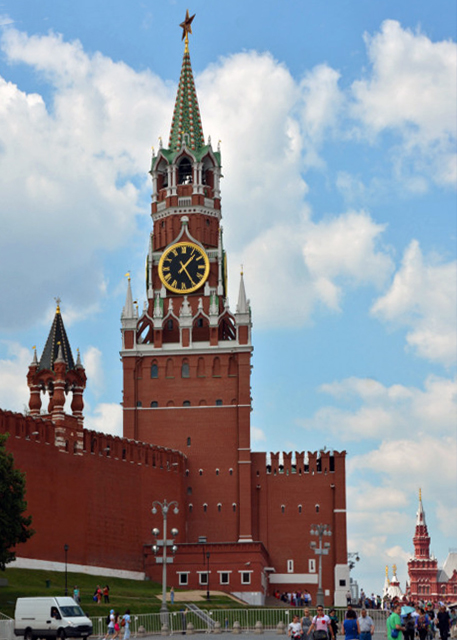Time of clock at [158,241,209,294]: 1:24
